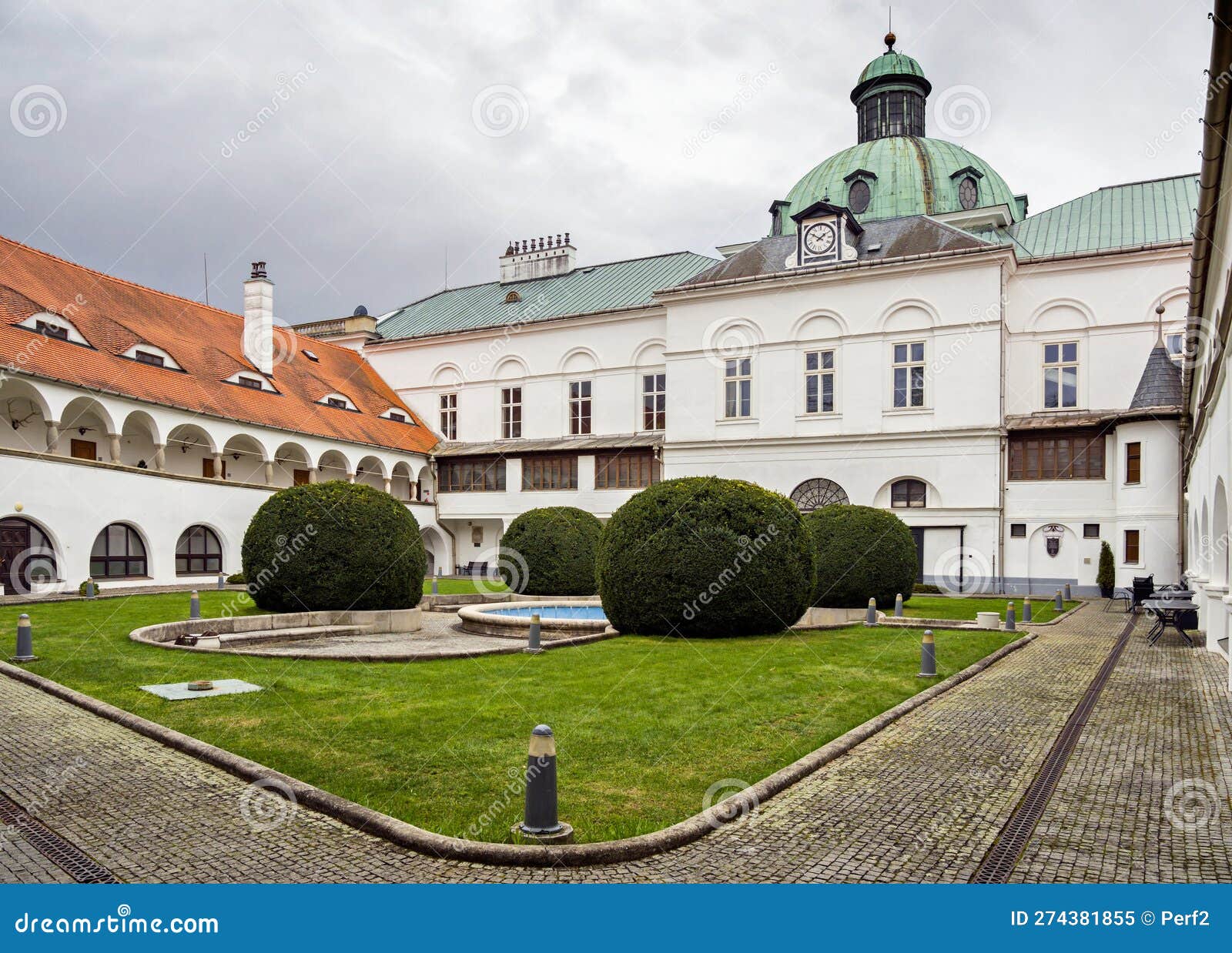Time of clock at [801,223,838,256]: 1:50
